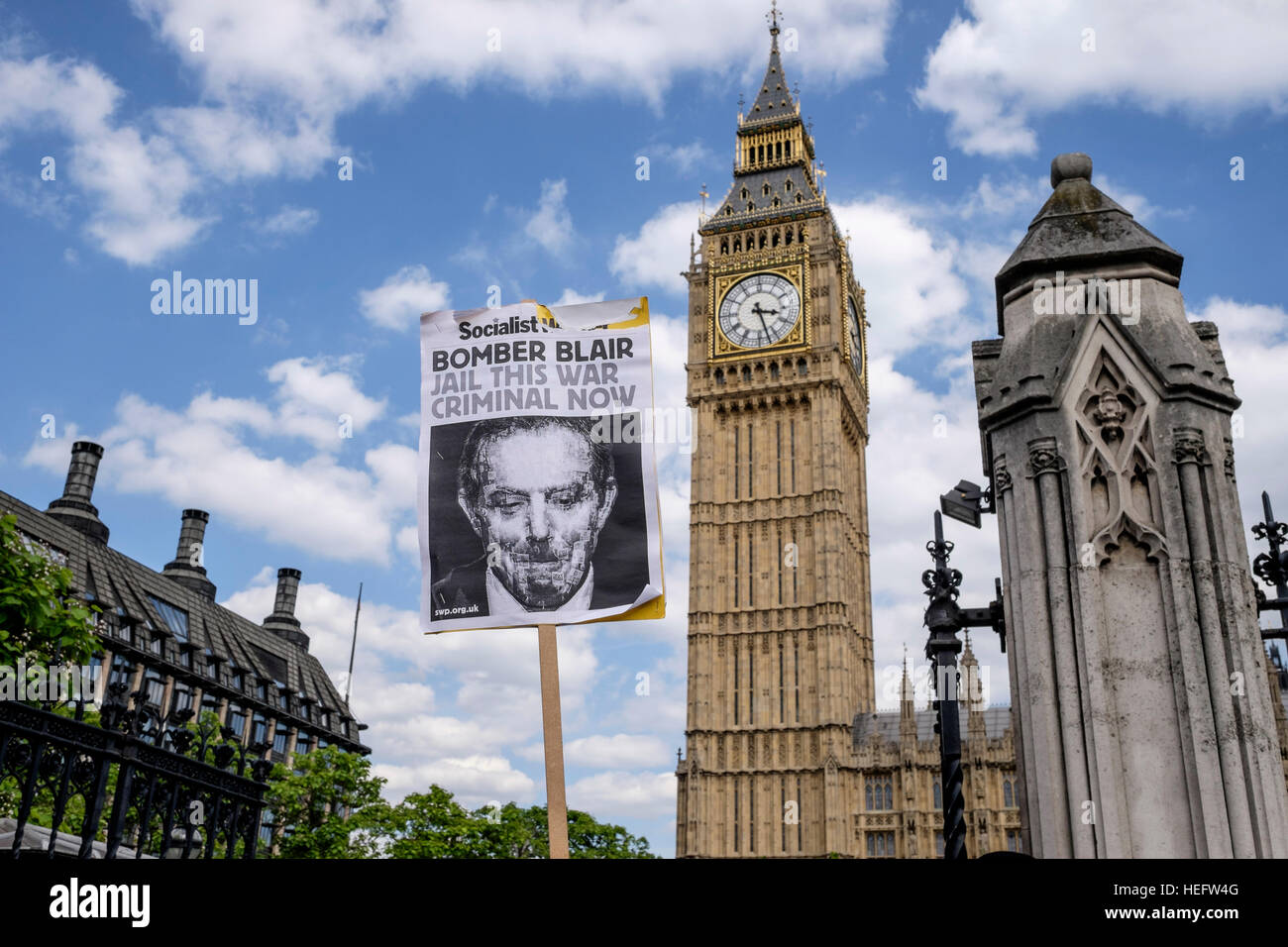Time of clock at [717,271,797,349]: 3:27
